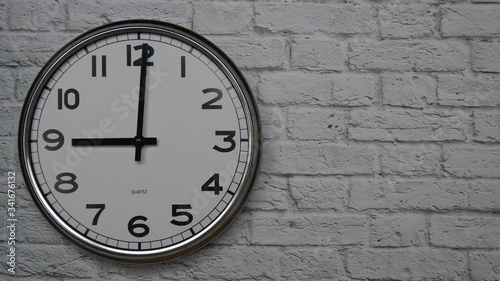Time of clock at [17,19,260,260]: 9:00
